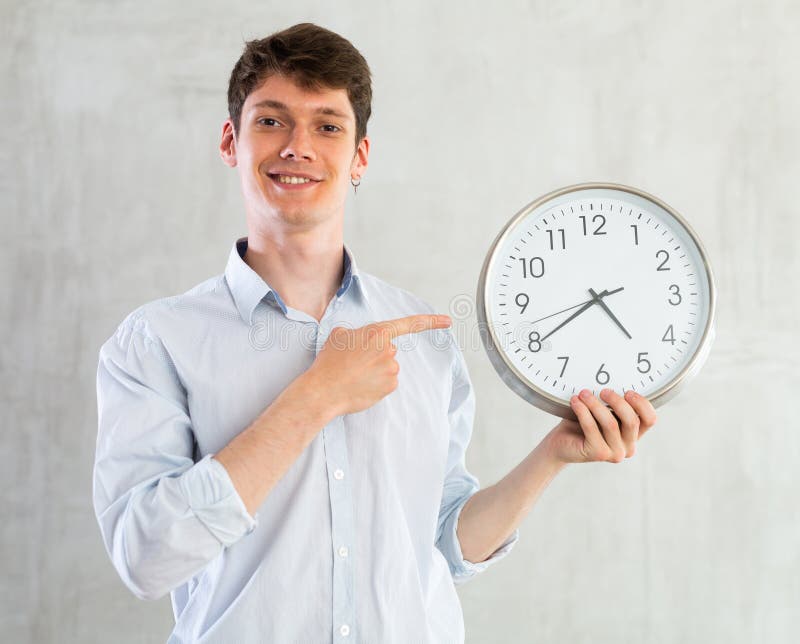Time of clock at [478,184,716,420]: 4:39
